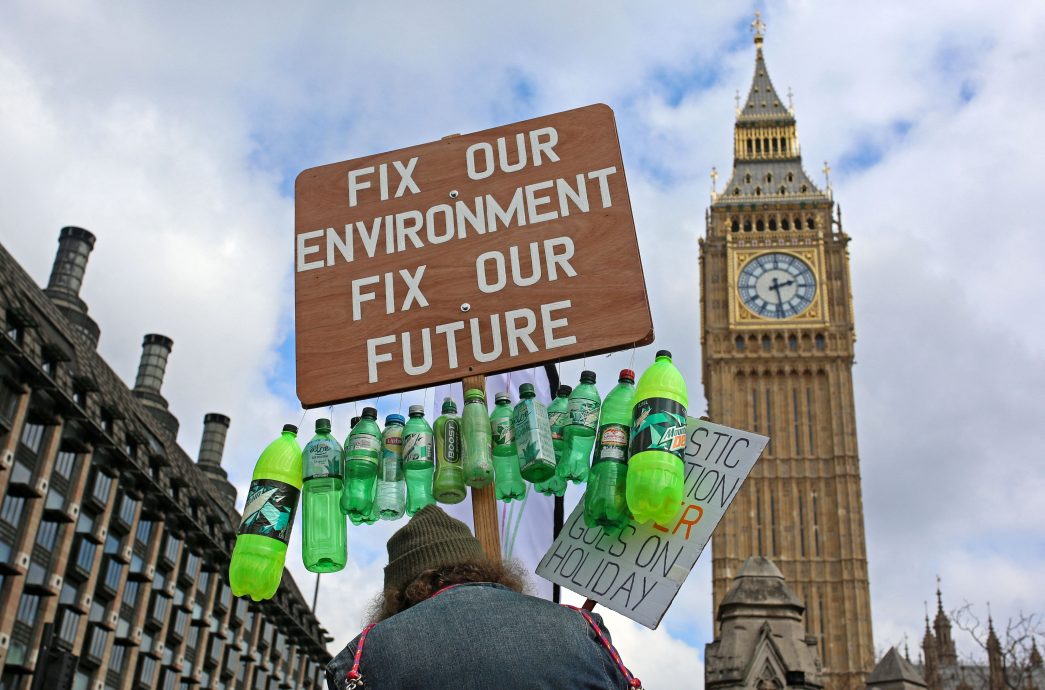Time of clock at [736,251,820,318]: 2:28
